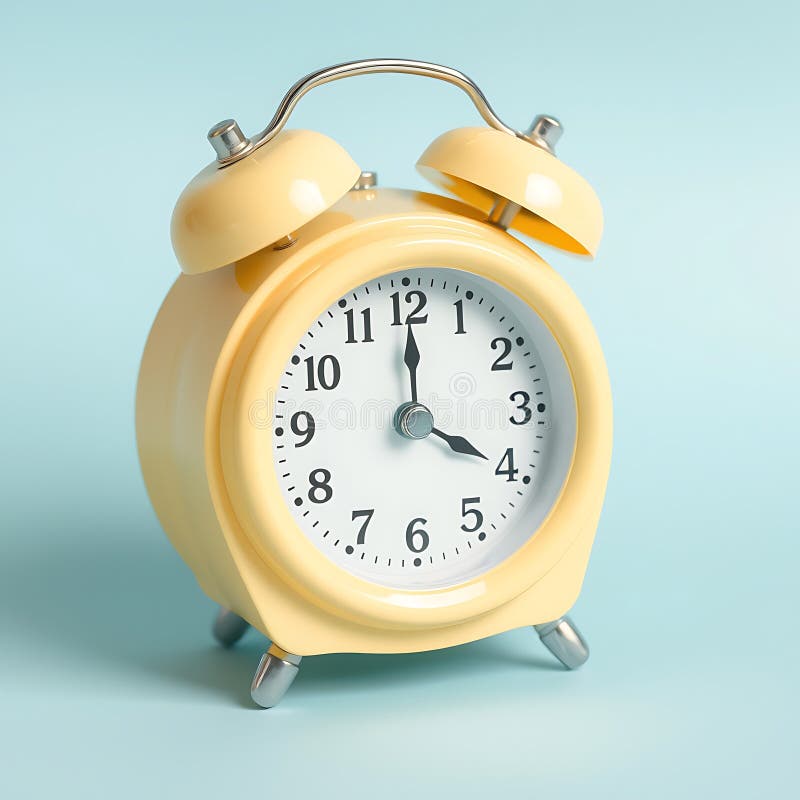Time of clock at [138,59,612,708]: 4:00
